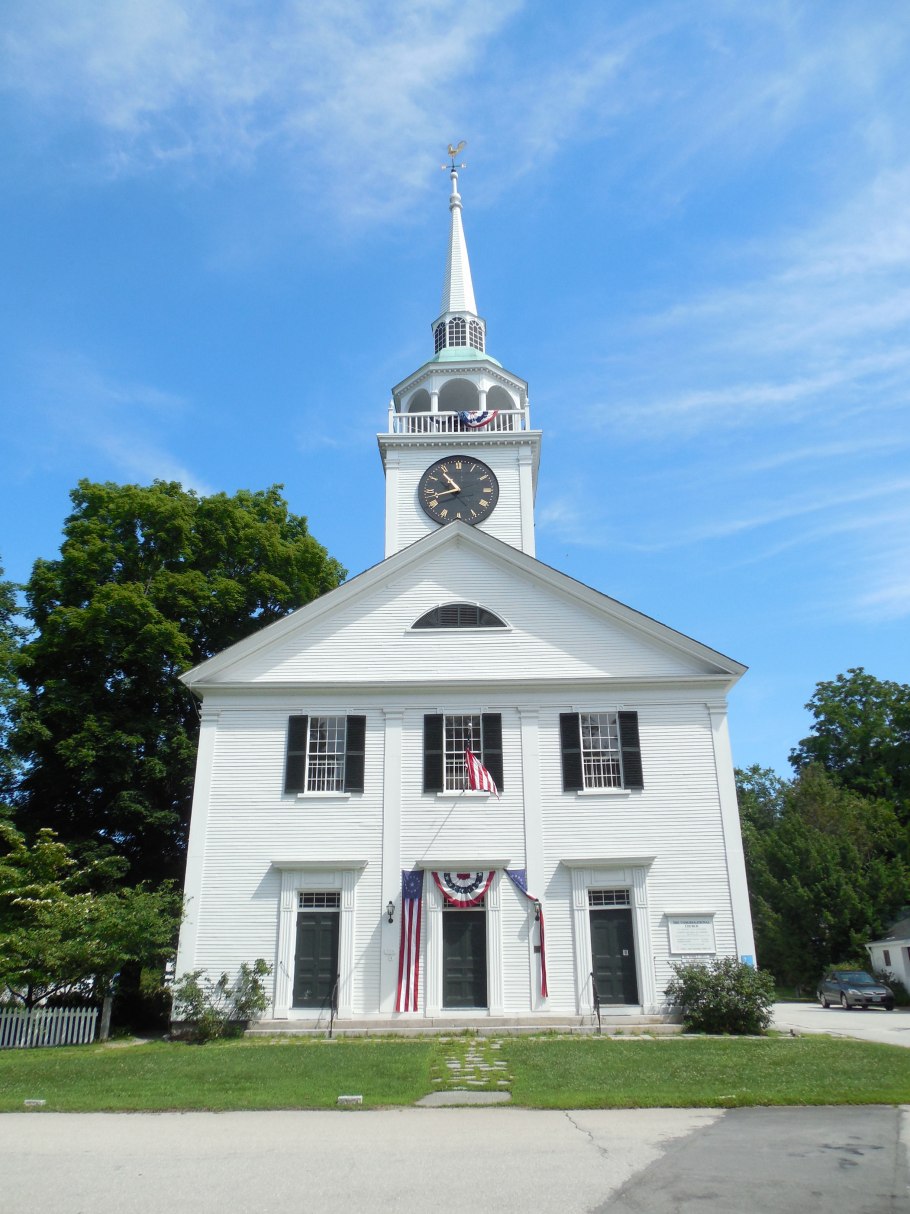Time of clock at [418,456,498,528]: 10:42
